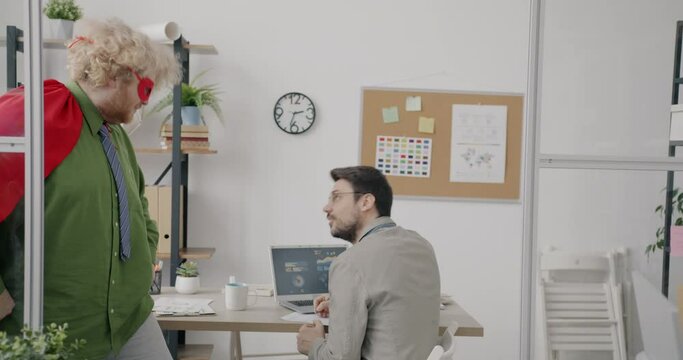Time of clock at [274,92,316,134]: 2:32
